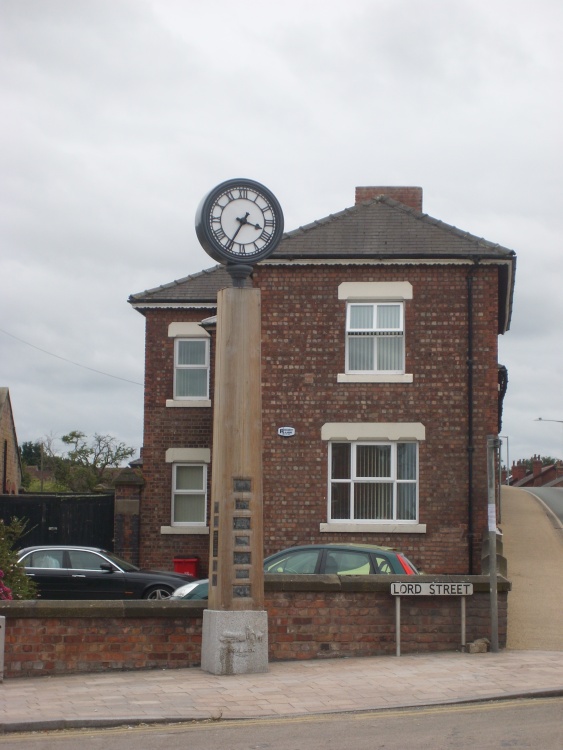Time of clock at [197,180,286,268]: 3:34
